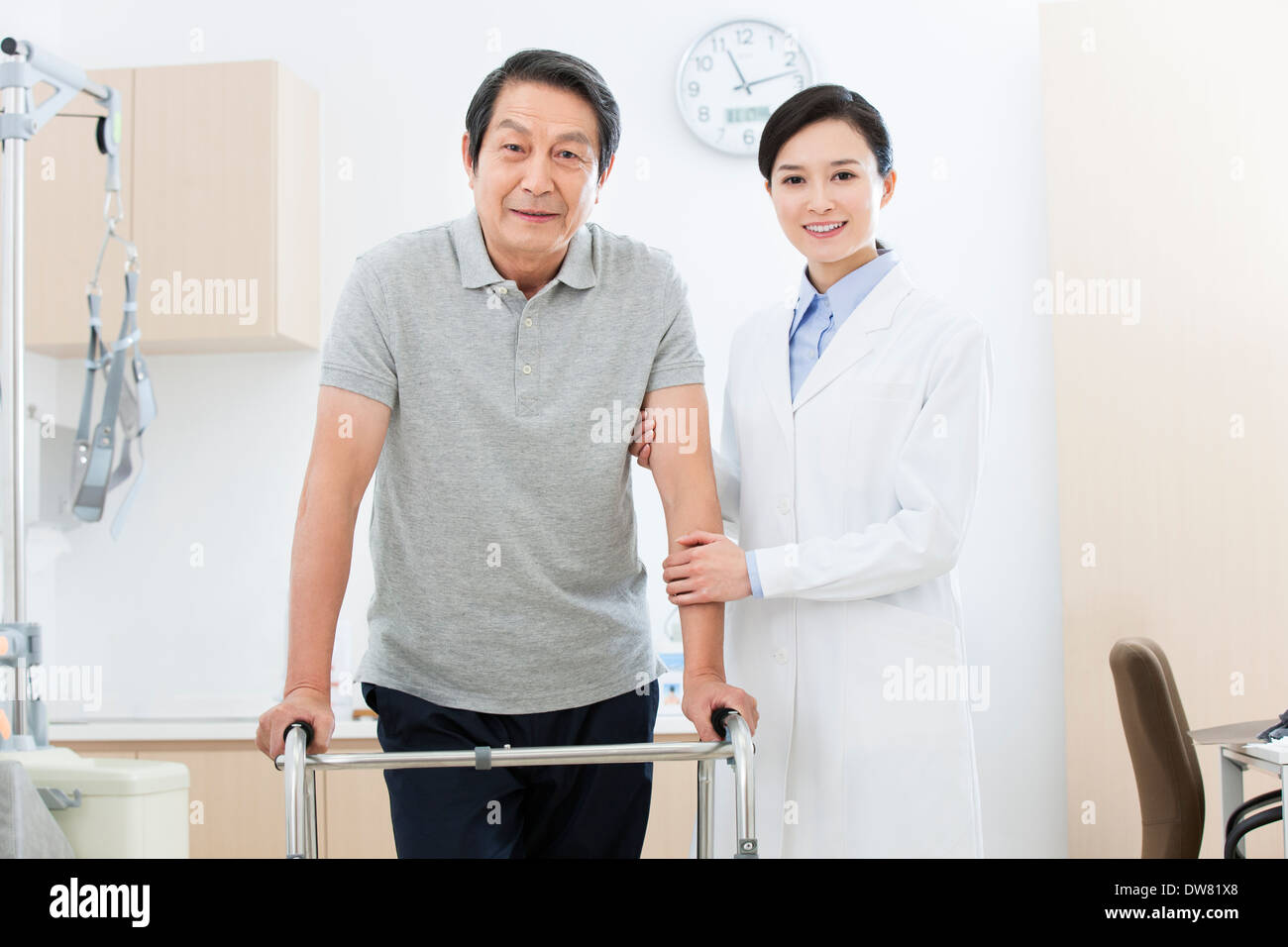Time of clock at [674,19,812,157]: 11:12
